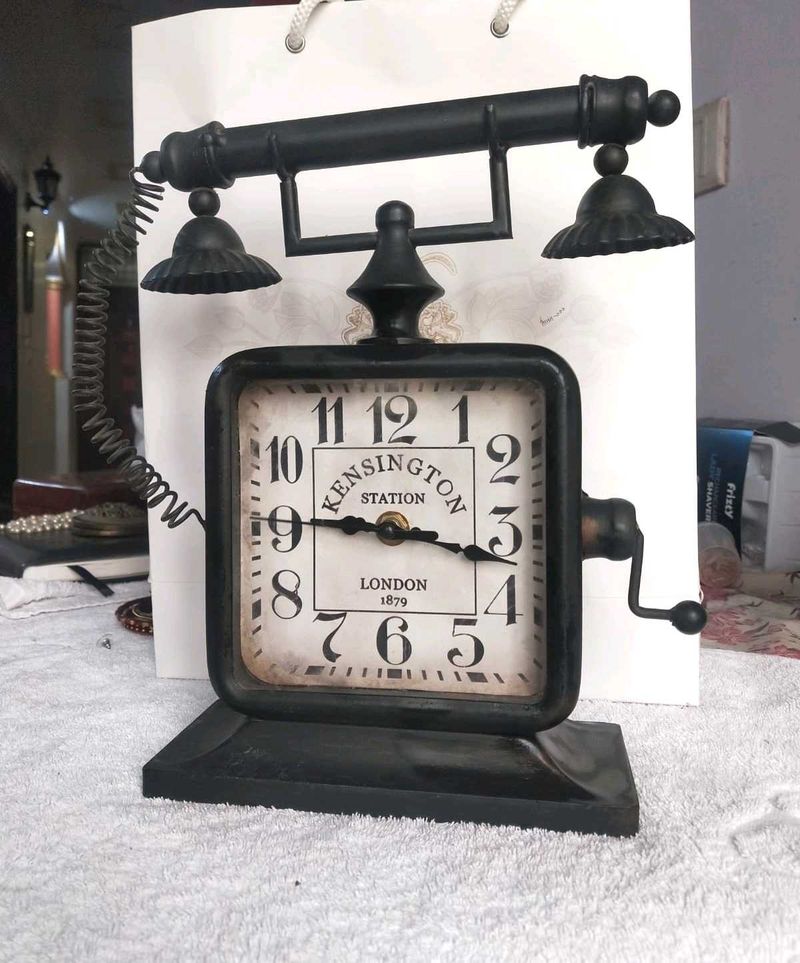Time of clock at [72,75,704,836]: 9:17
